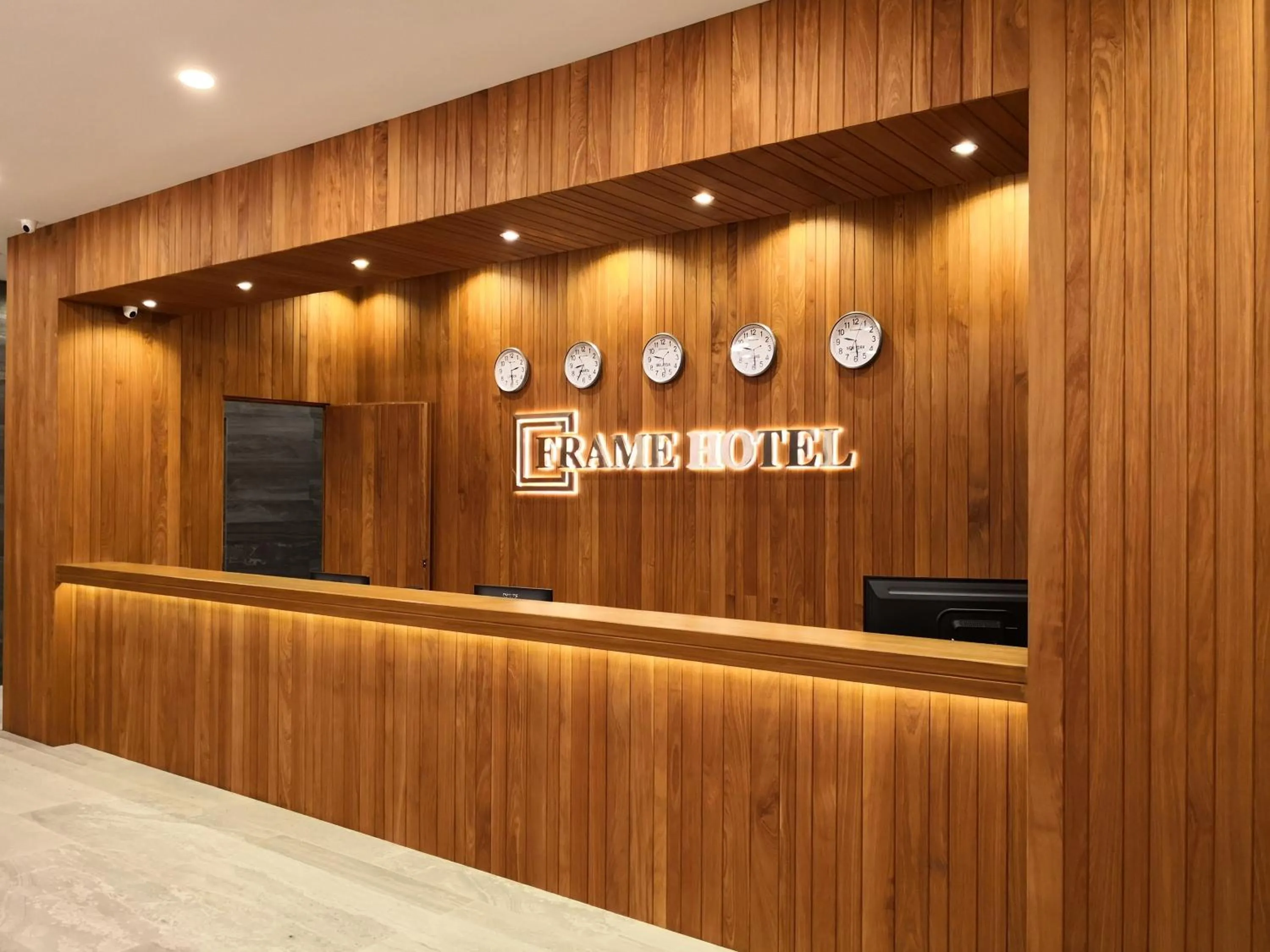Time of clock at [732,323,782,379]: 9:29
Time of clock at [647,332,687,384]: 9:28
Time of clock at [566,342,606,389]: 8:34
